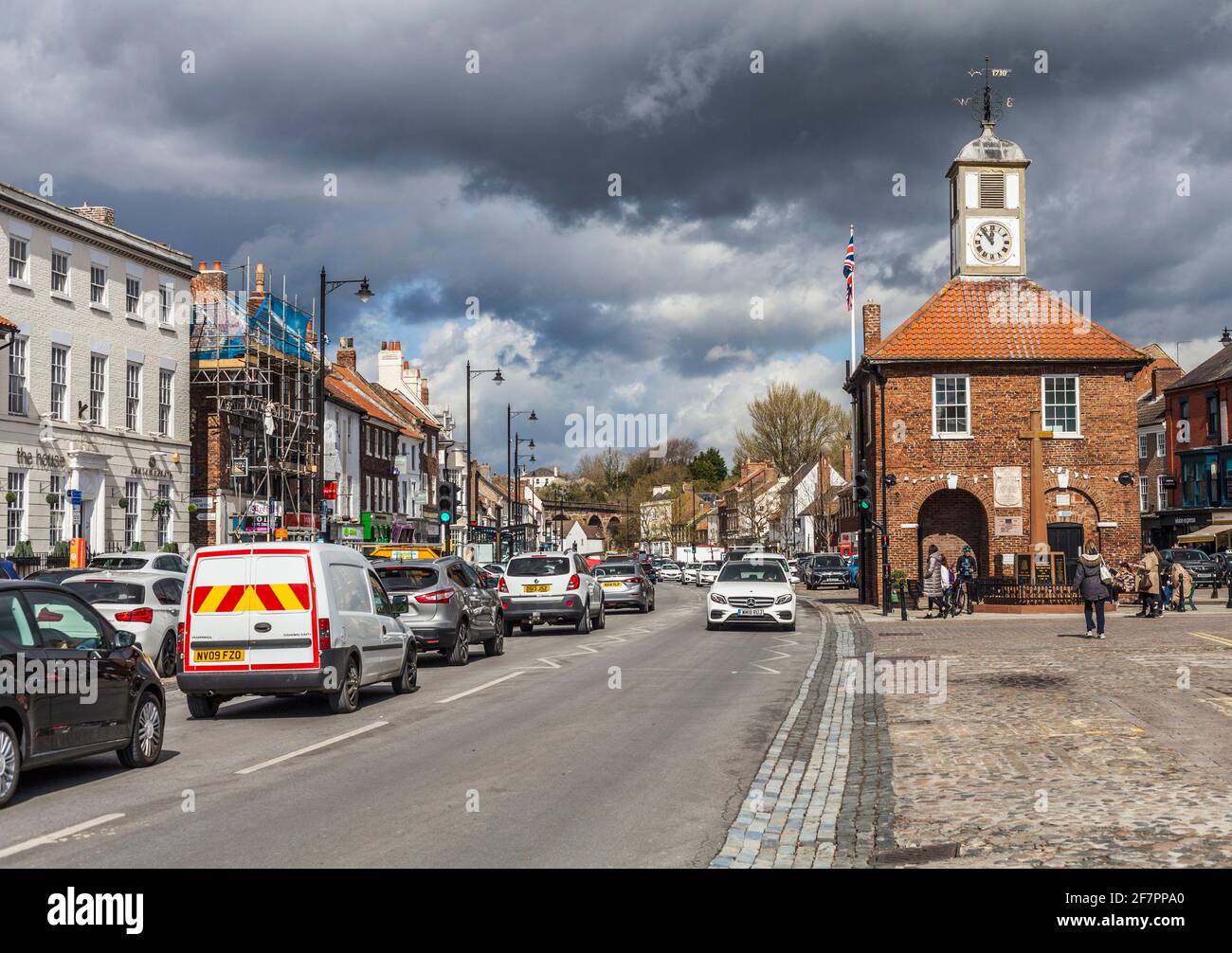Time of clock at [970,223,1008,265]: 11:53
